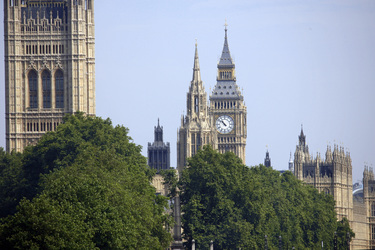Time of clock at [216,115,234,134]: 10:51
